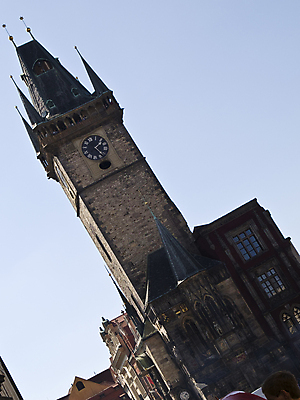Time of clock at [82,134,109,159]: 1:22
